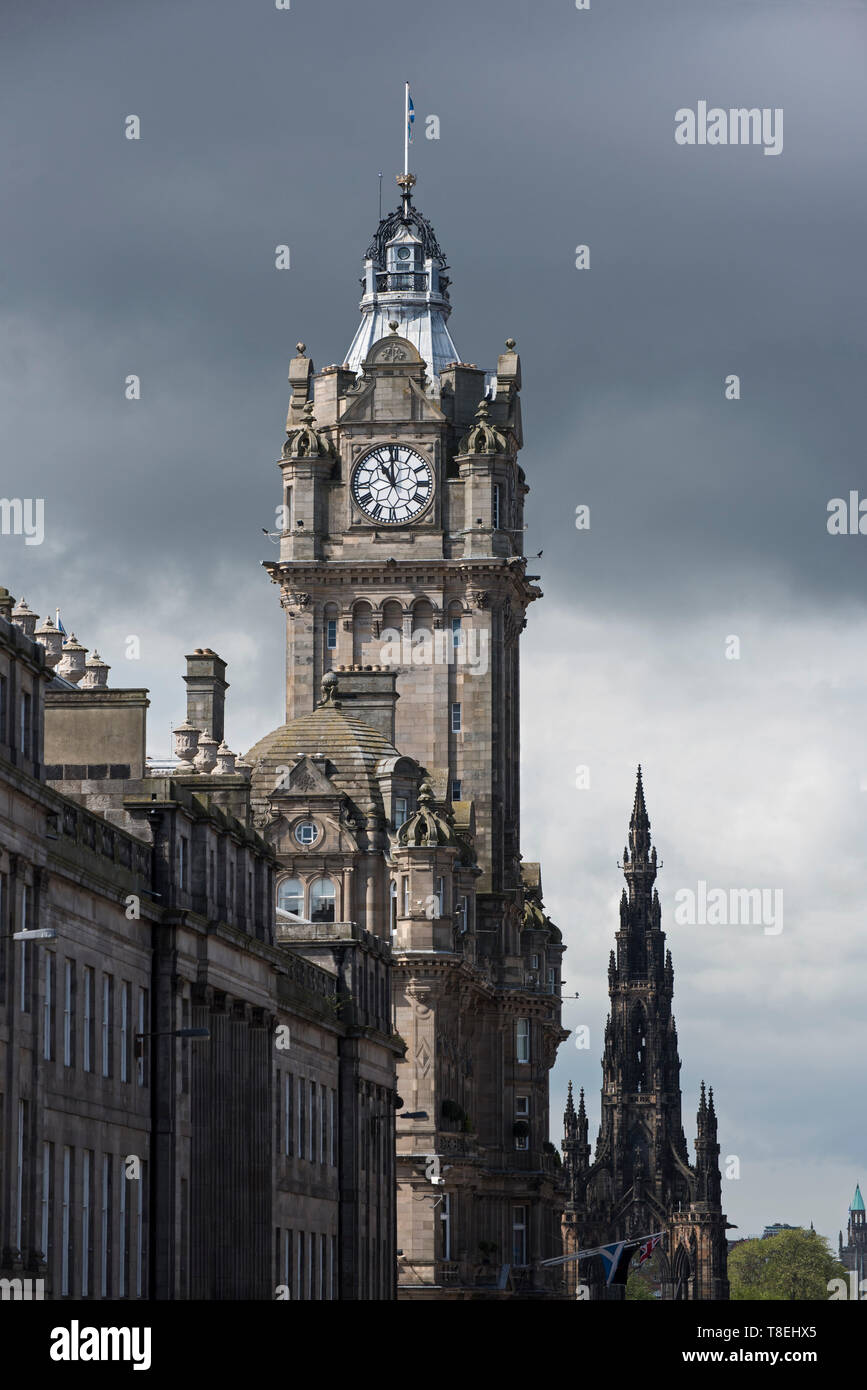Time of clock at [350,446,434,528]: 10:59
